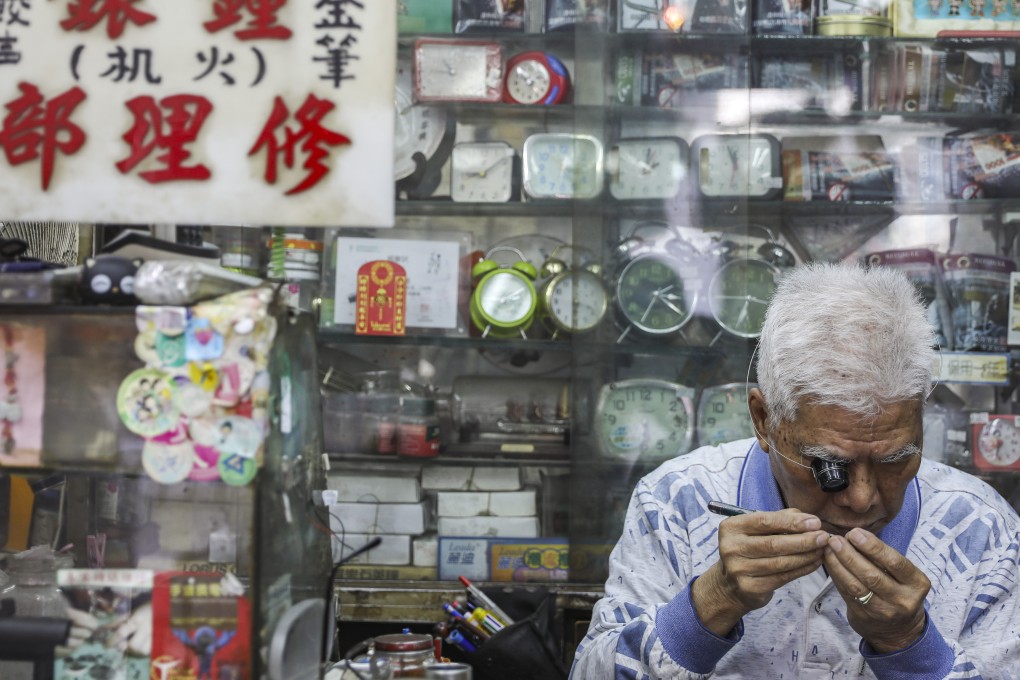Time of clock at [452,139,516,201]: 9:08
